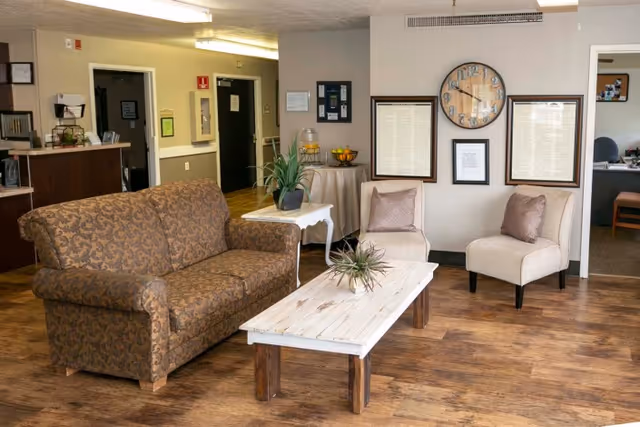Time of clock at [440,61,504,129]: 9:49
